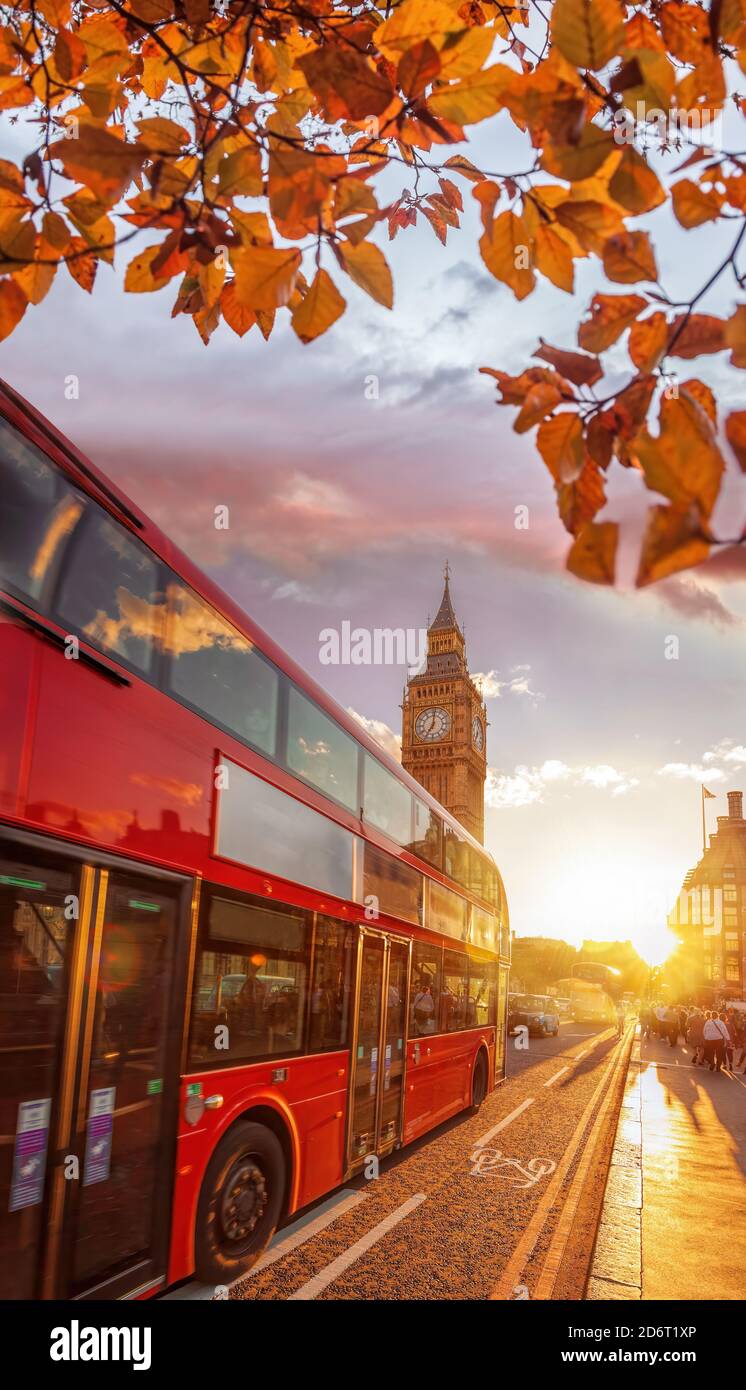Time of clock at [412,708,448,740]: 7:01
